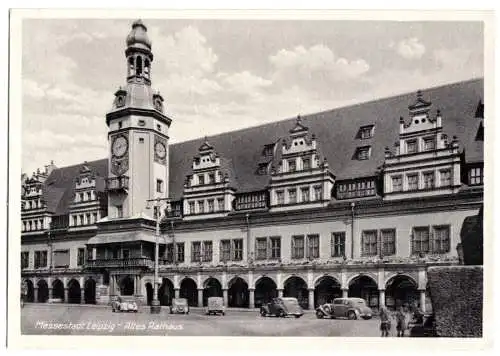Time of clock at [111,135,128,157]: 8:12
